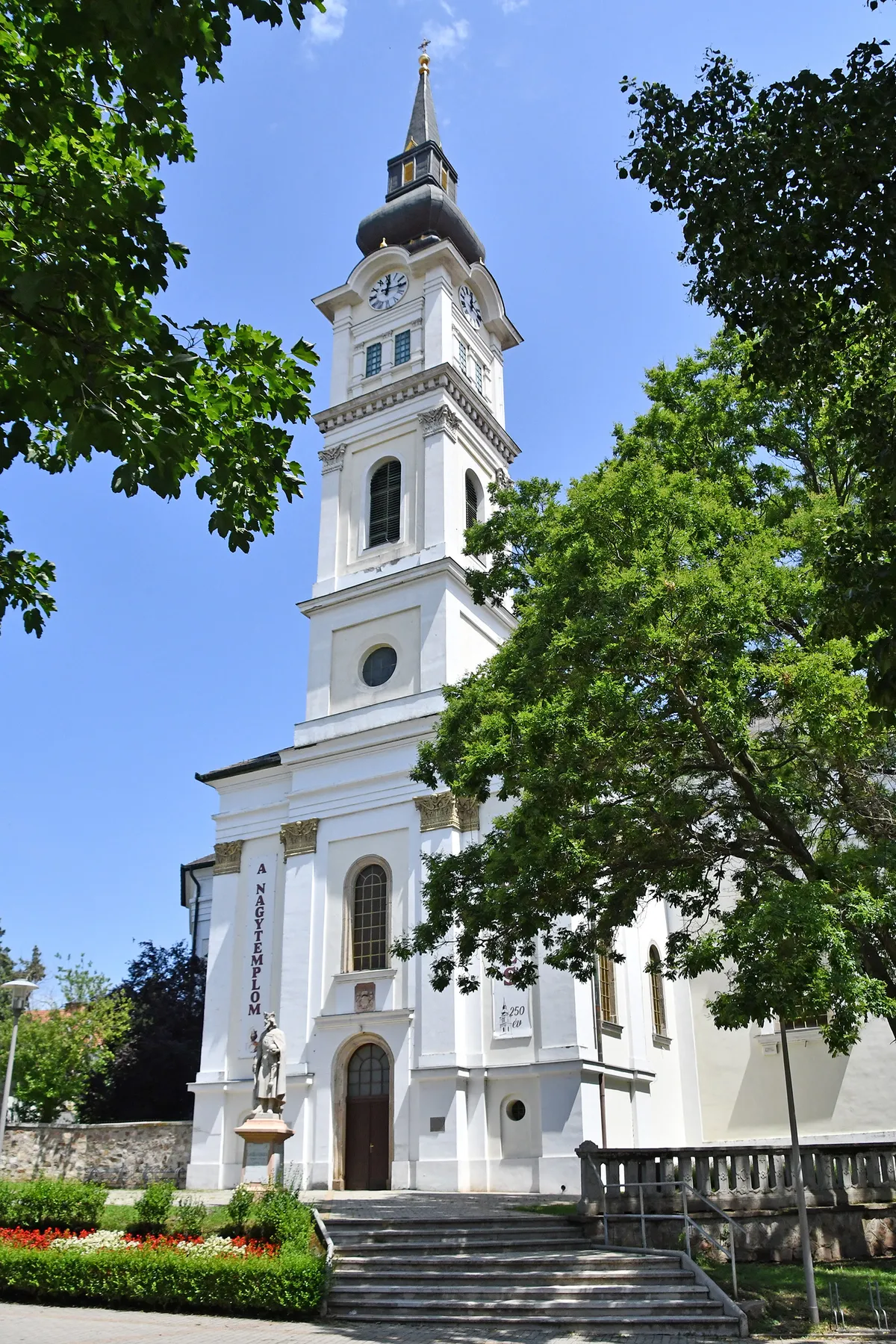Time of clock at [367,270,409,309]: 12:14
